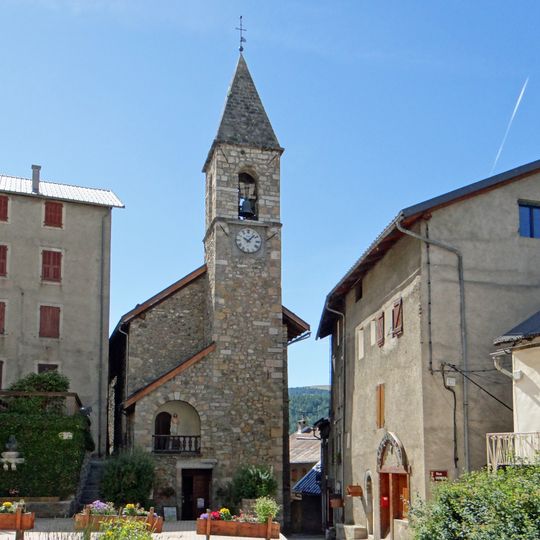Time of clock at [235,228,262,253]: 10:07
